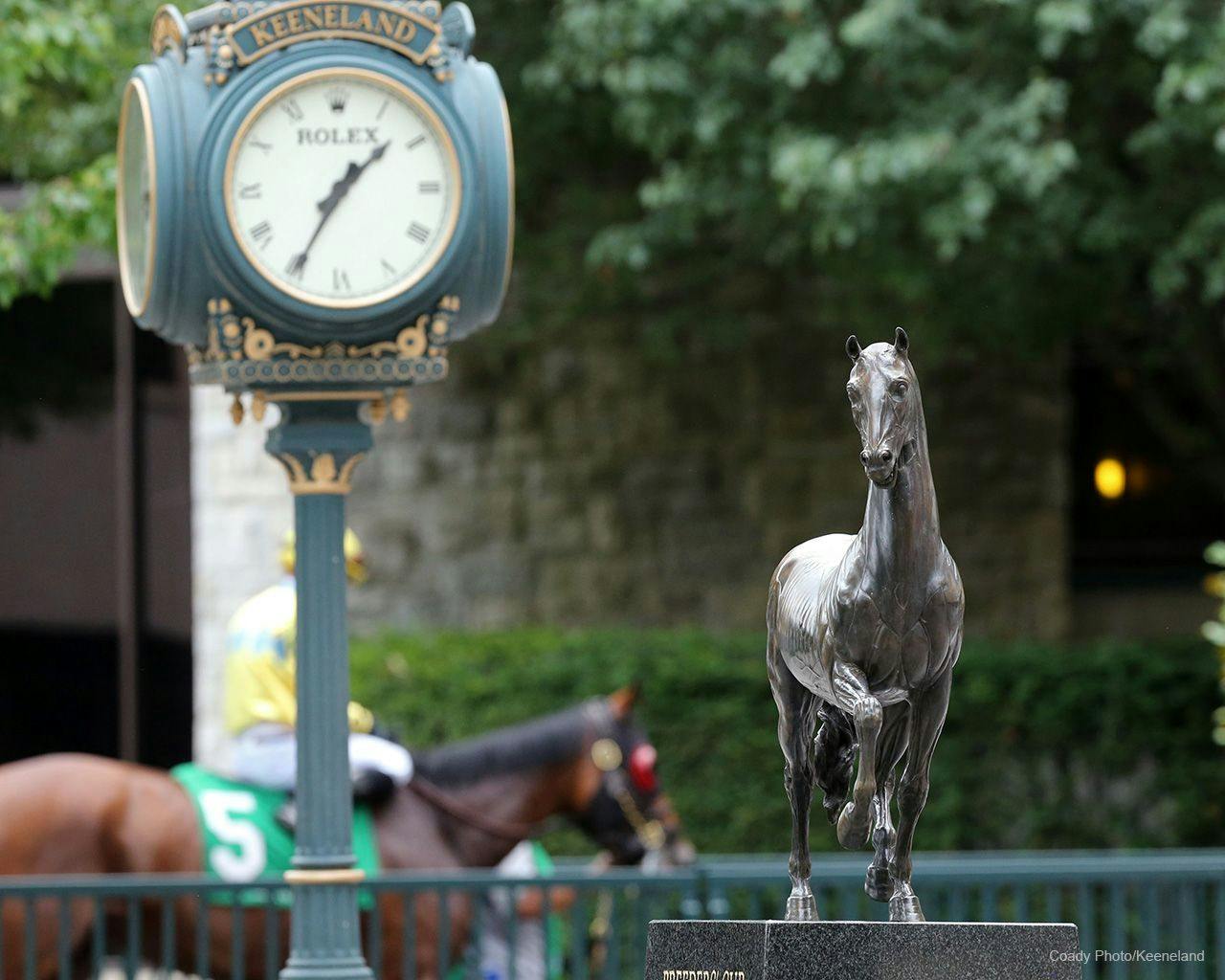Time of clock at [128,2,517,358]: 1:34
